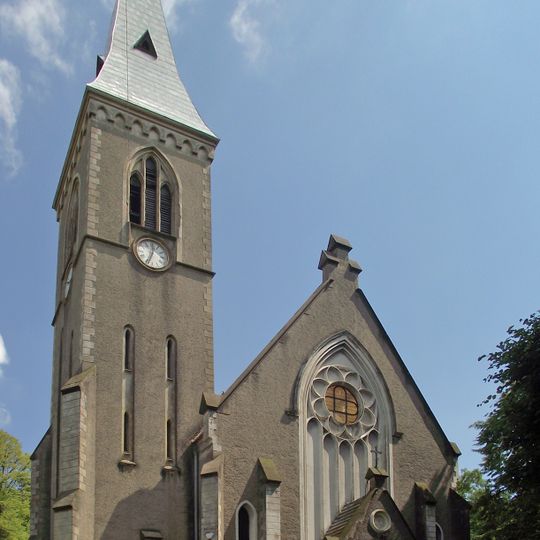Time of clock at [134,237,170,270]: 12:33
